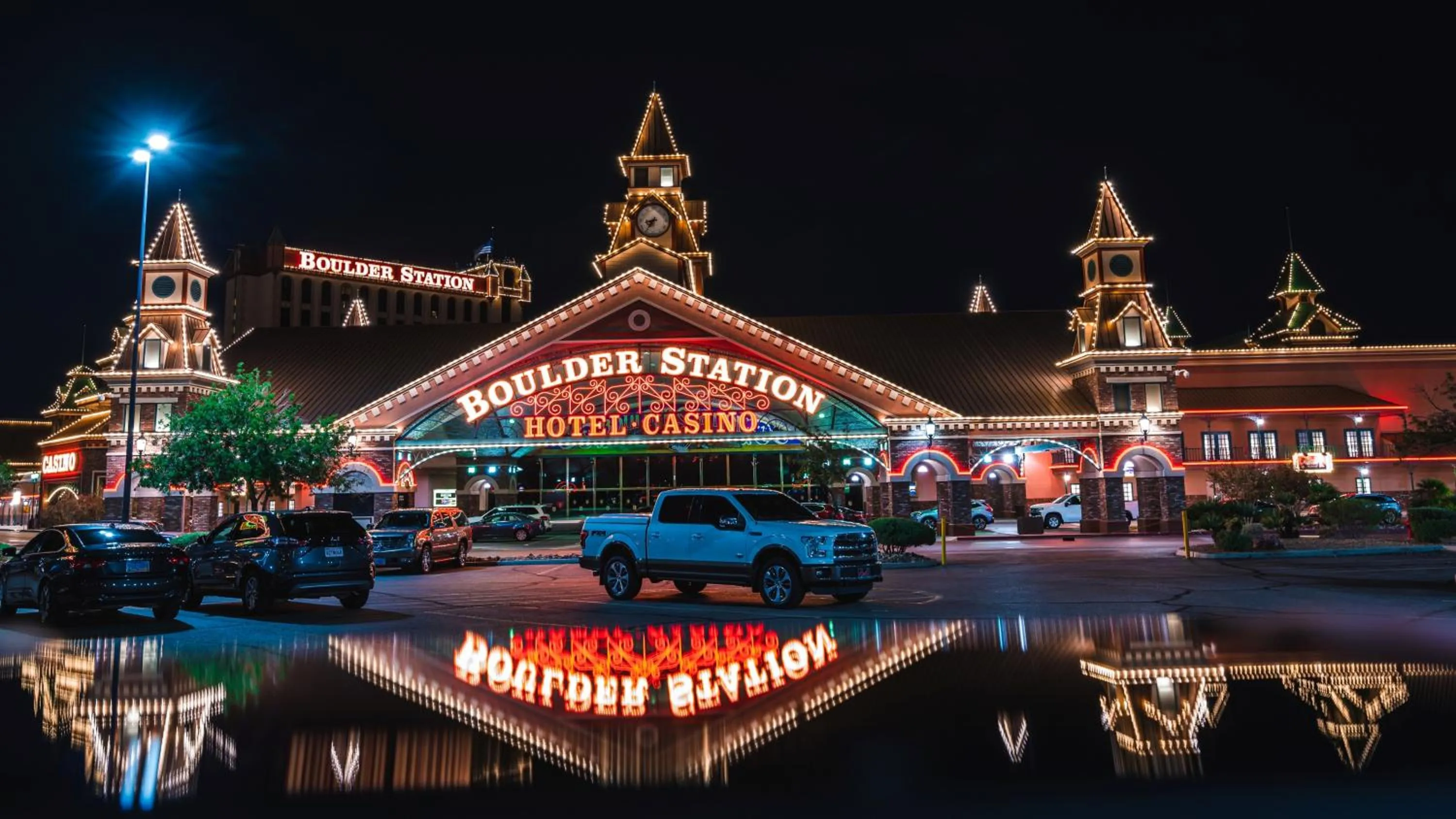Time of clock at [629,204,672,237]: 8:36
